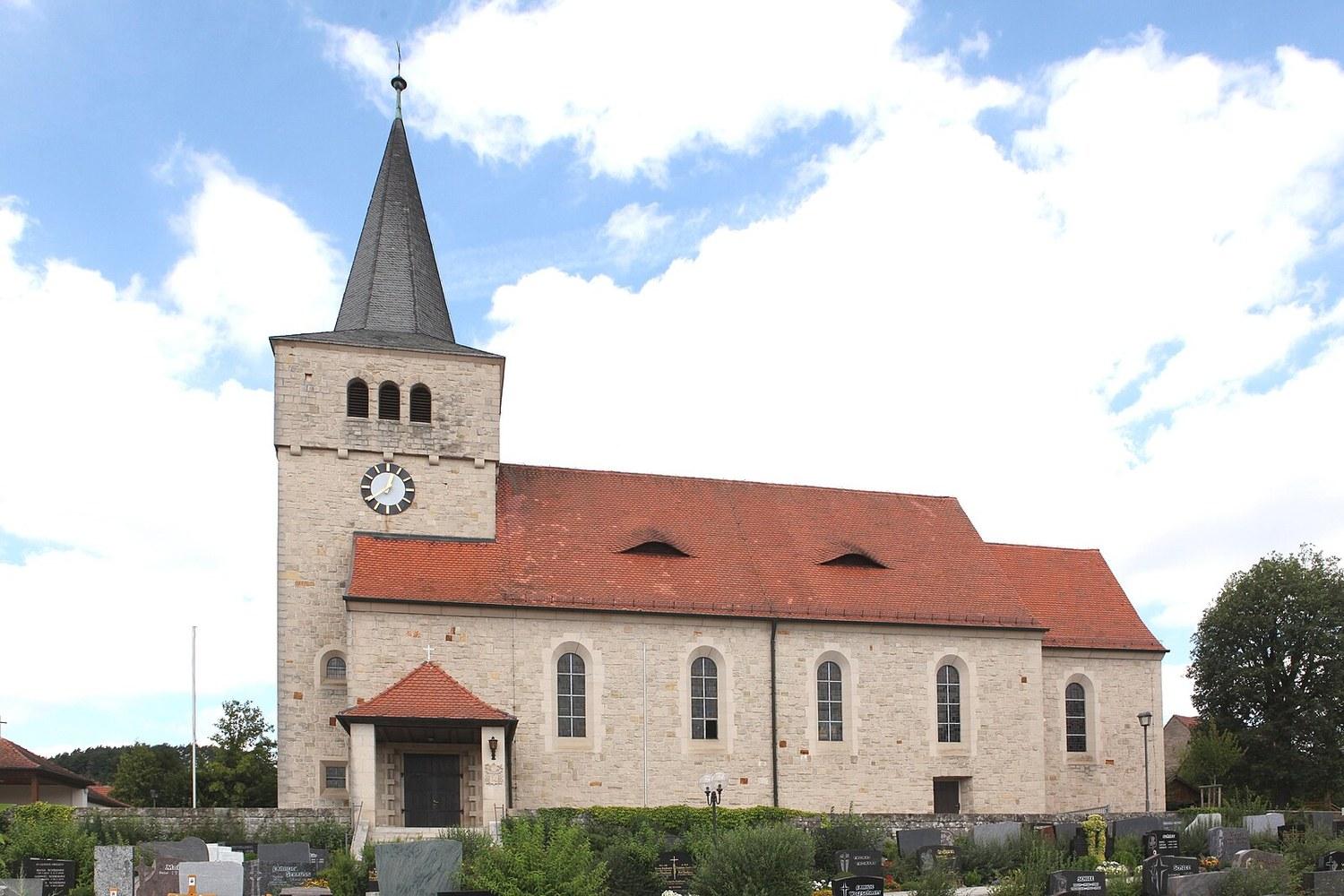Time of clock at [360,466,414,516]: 12:39
